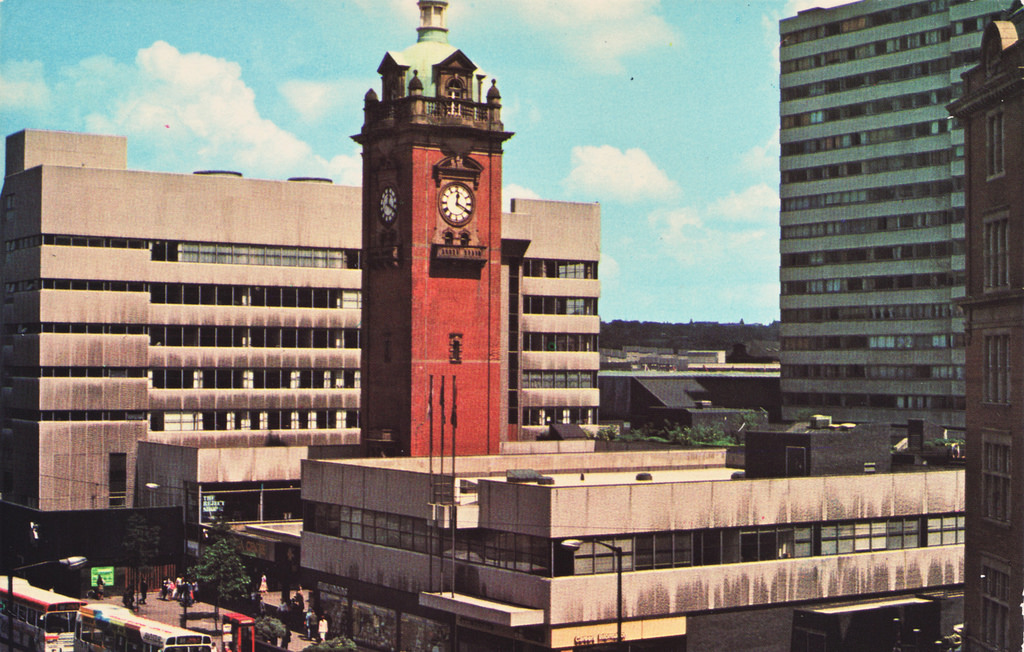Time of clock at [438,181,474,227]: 12:20
